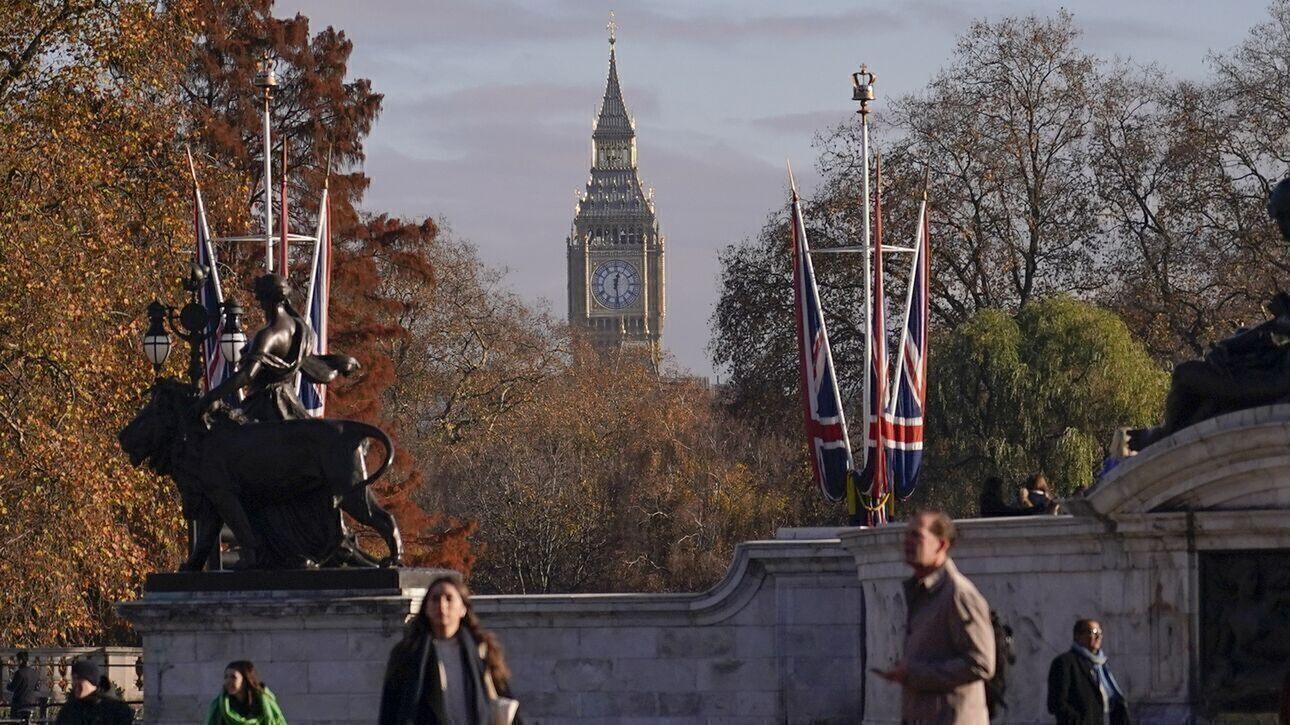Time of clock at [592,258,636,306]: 12:28
